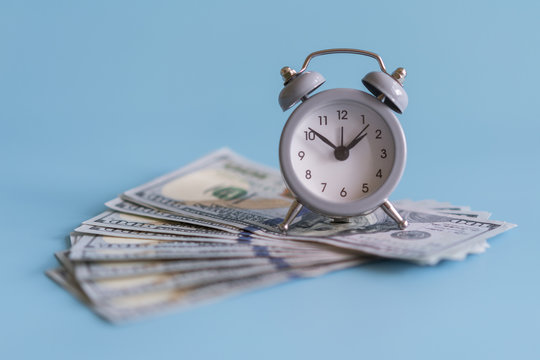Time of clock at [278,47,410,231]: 1:51
